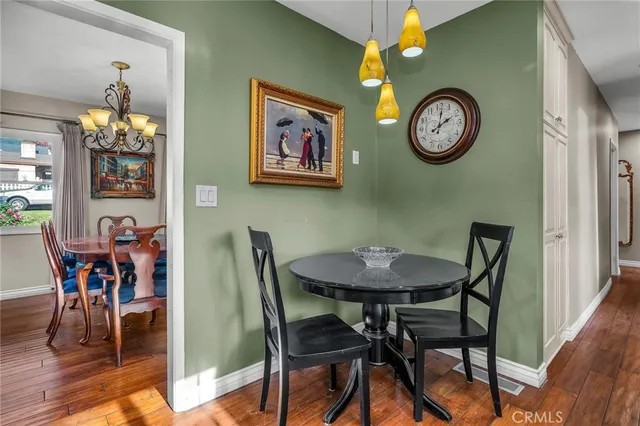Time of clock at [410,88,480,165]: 2:01
